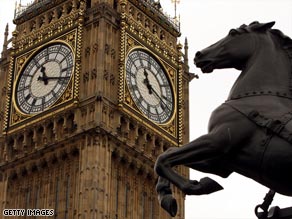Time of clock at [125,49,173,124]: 11:17
